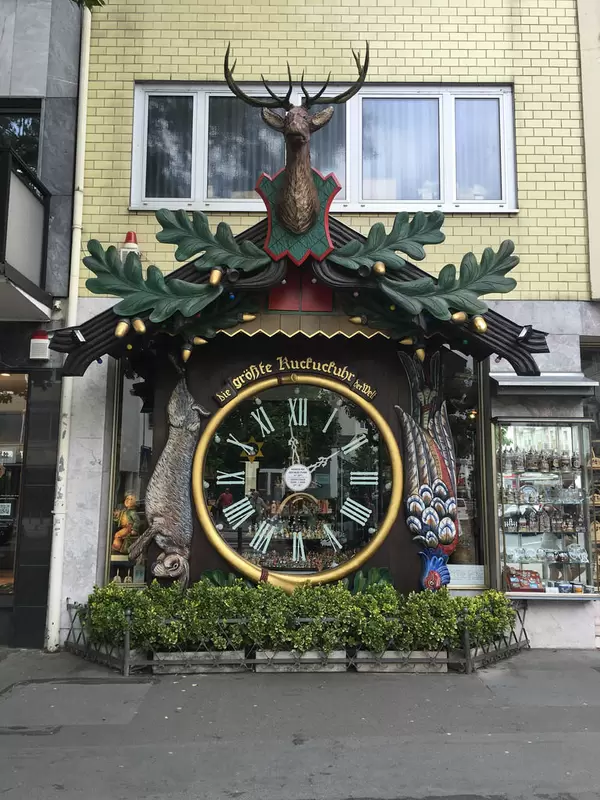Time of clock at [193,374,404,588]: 12:09
